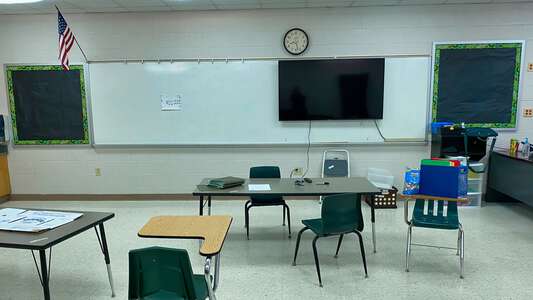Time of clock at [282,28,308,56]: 8:27
